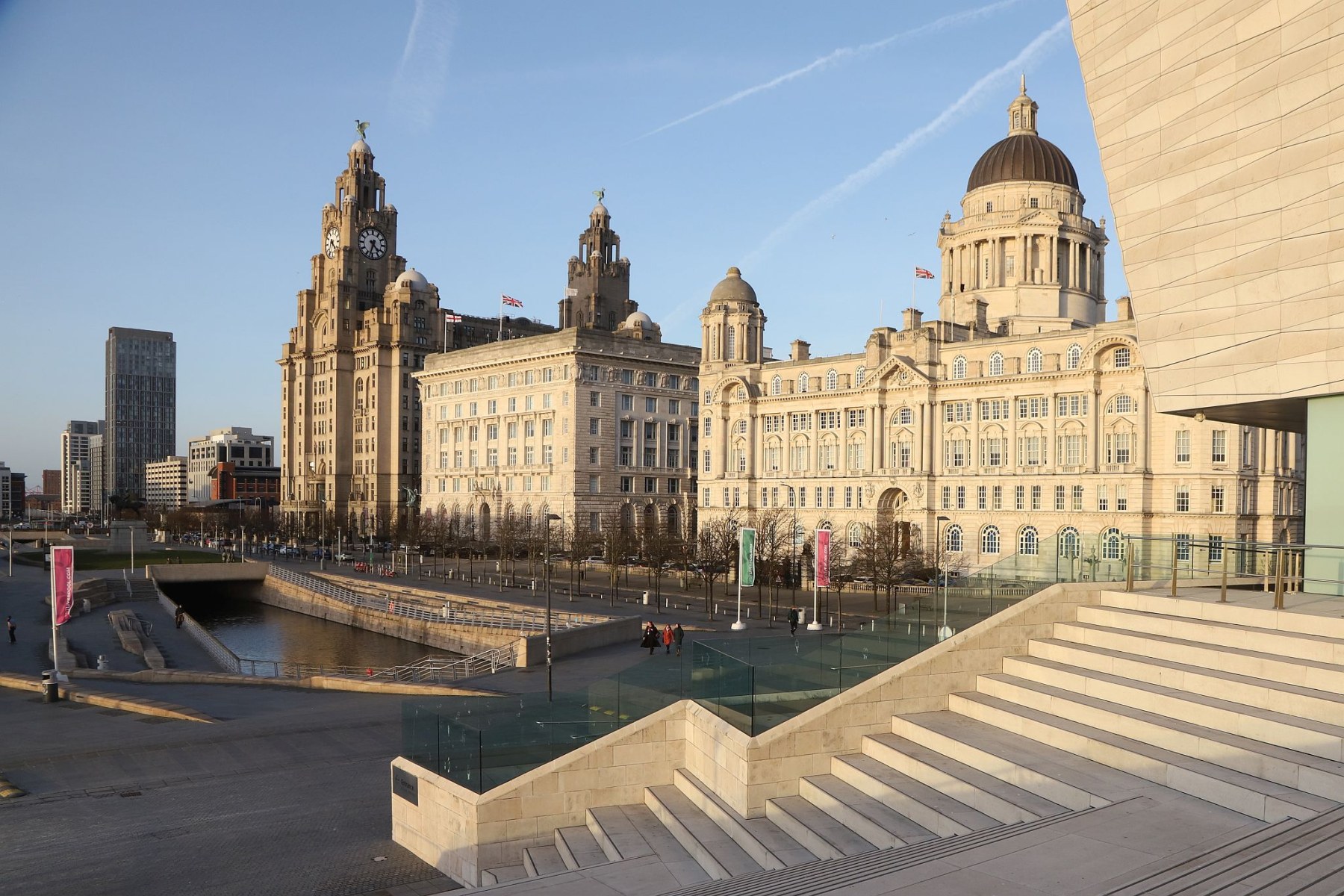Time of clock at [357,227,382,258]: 4:33
